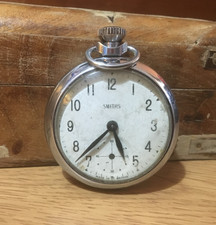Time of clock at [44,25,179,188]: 5:37
